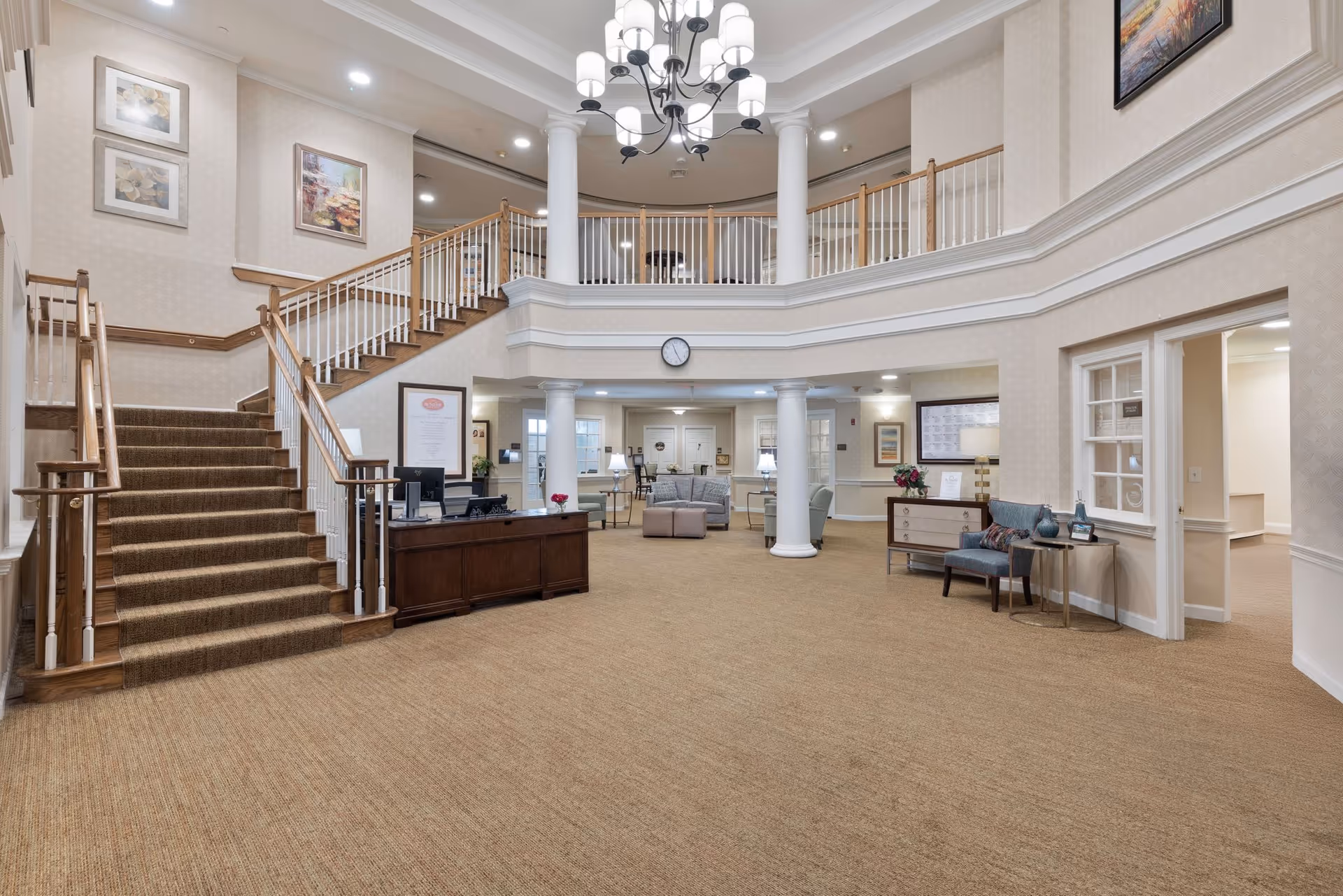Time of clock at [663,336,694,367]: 11:25
